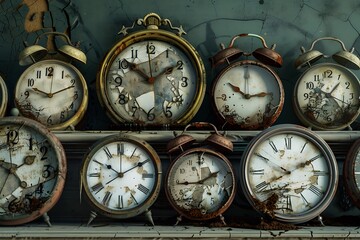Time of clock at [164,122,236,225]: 1:44
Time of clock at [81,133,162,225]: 10:09
